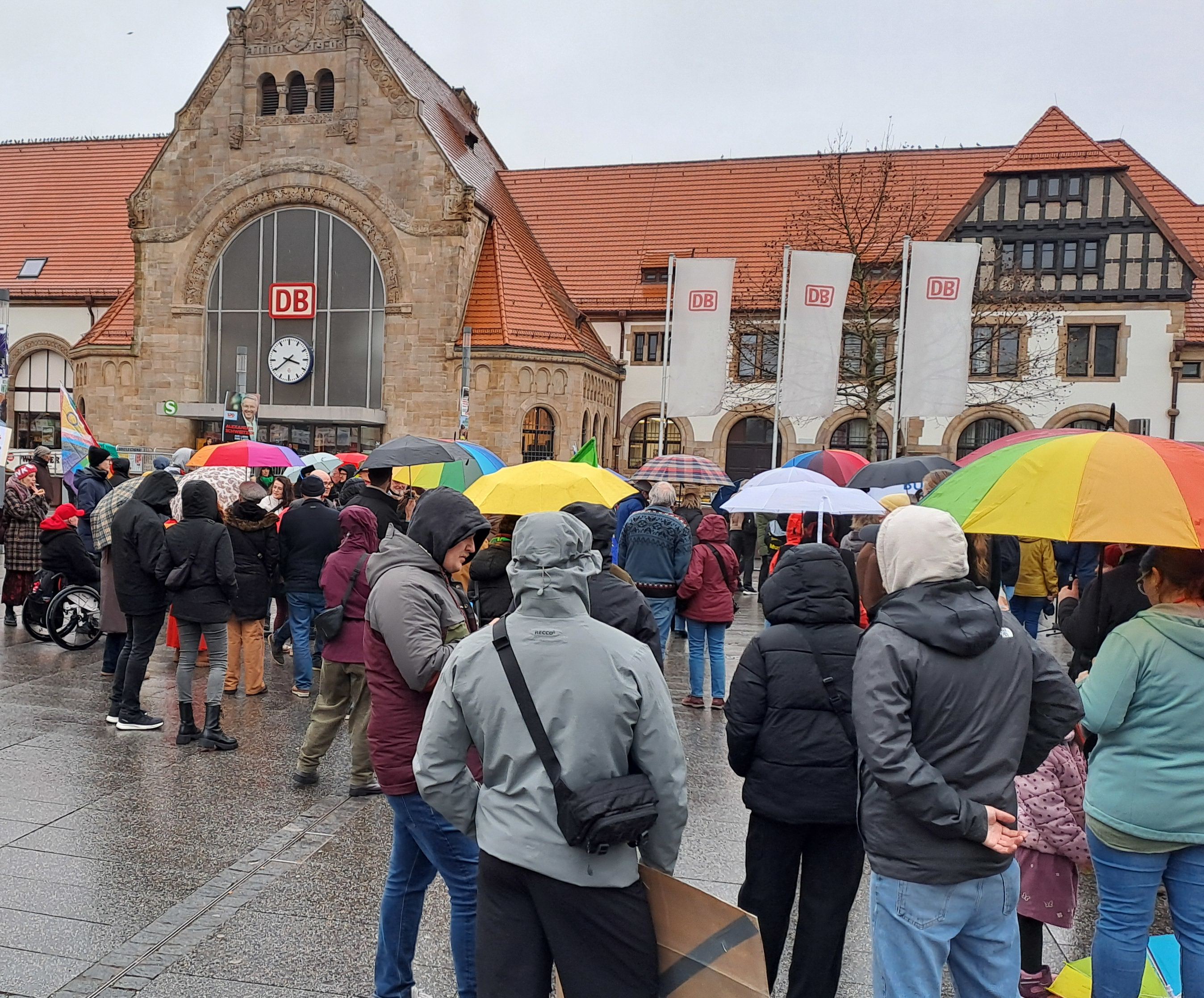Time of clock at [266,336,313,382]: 3:39
